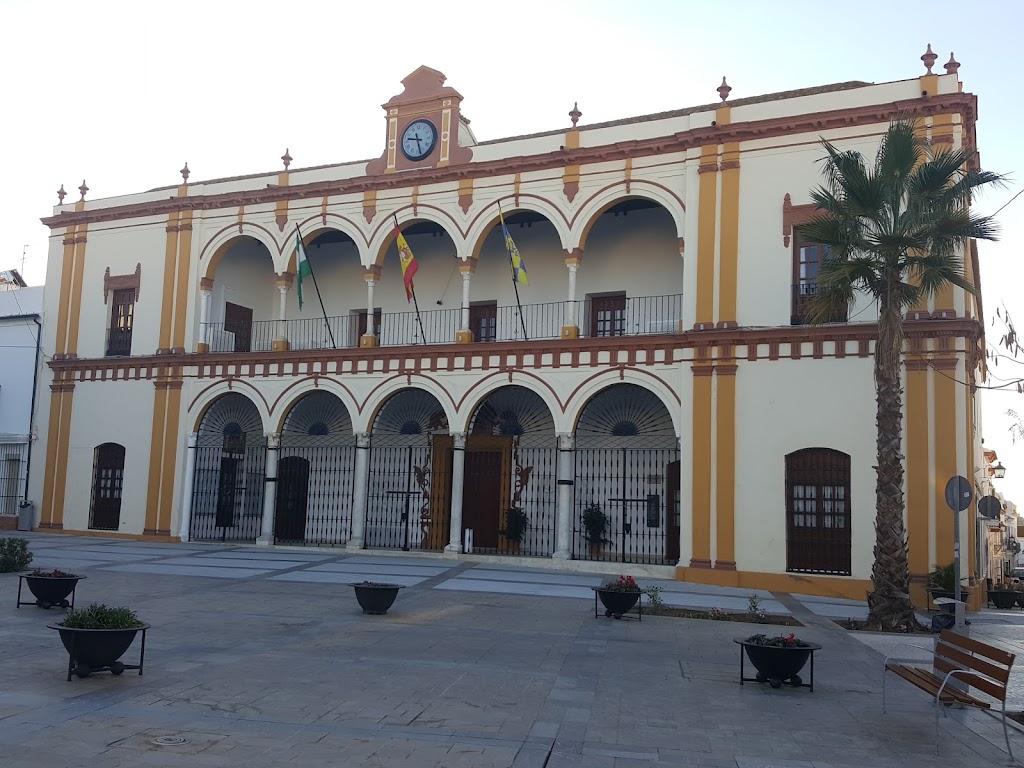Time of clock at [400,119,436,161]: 9:27
